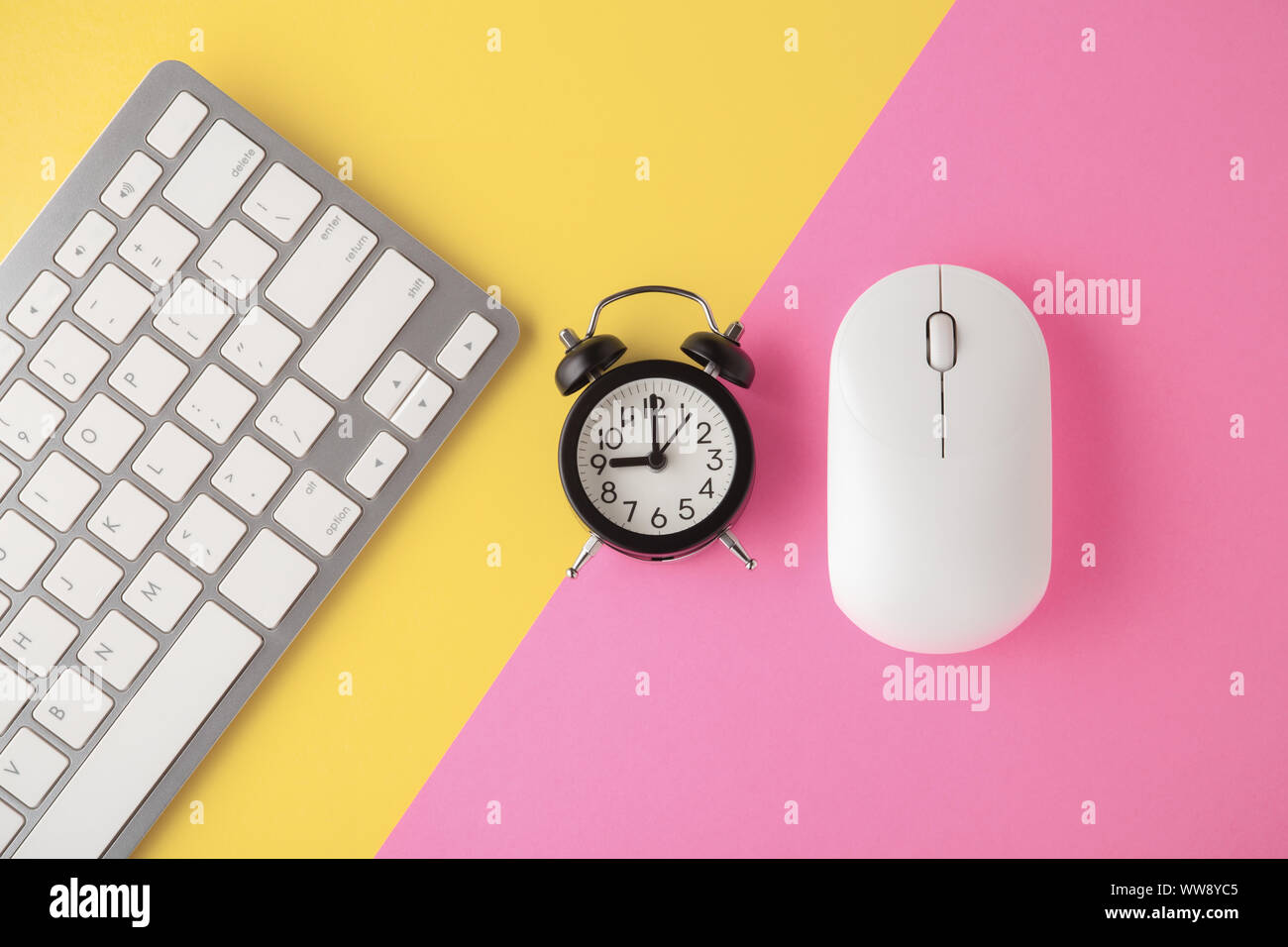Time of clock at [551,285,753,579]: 9:00
